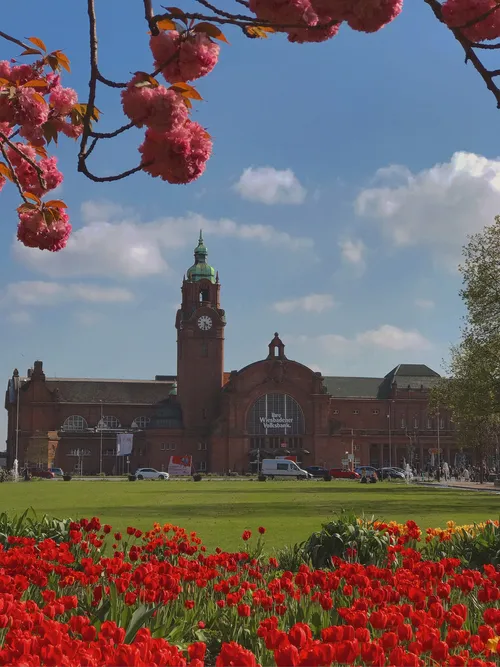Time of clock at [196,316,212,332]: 4:31
